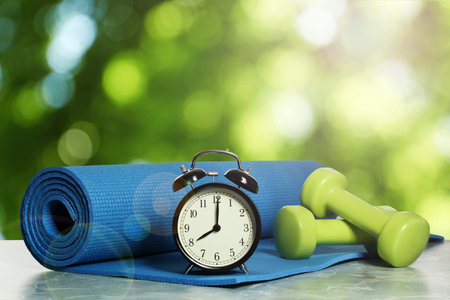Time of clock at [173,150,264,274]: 8:01
